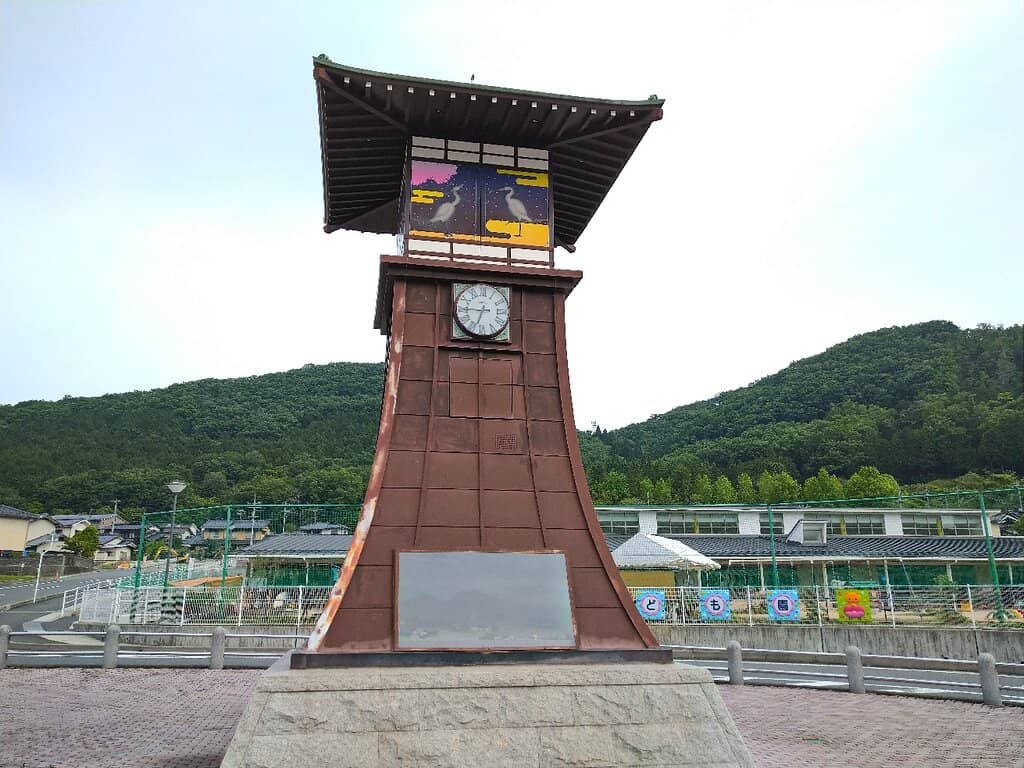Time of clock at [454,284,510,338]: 6:45
